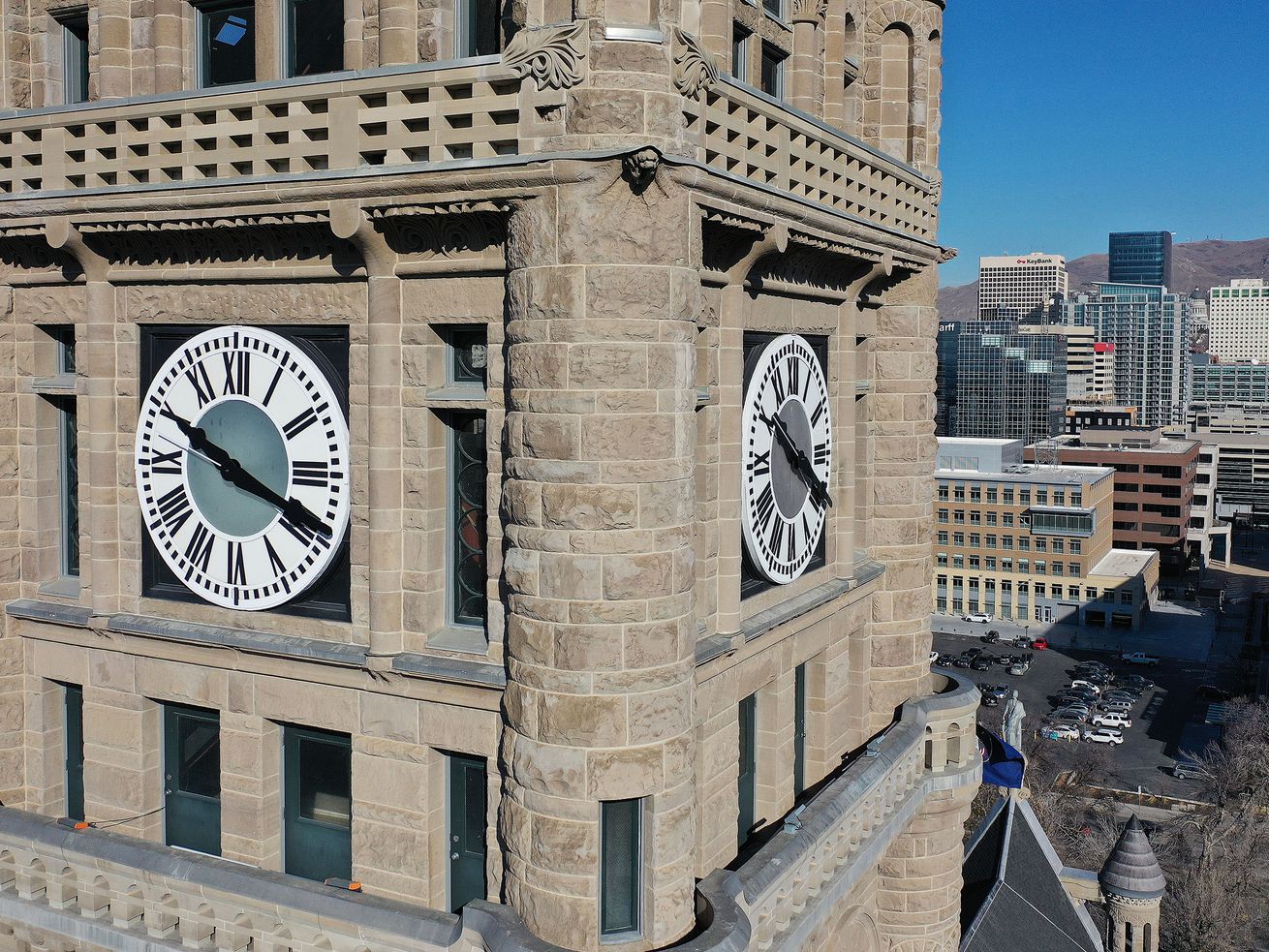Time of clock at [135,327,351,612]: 3:49
